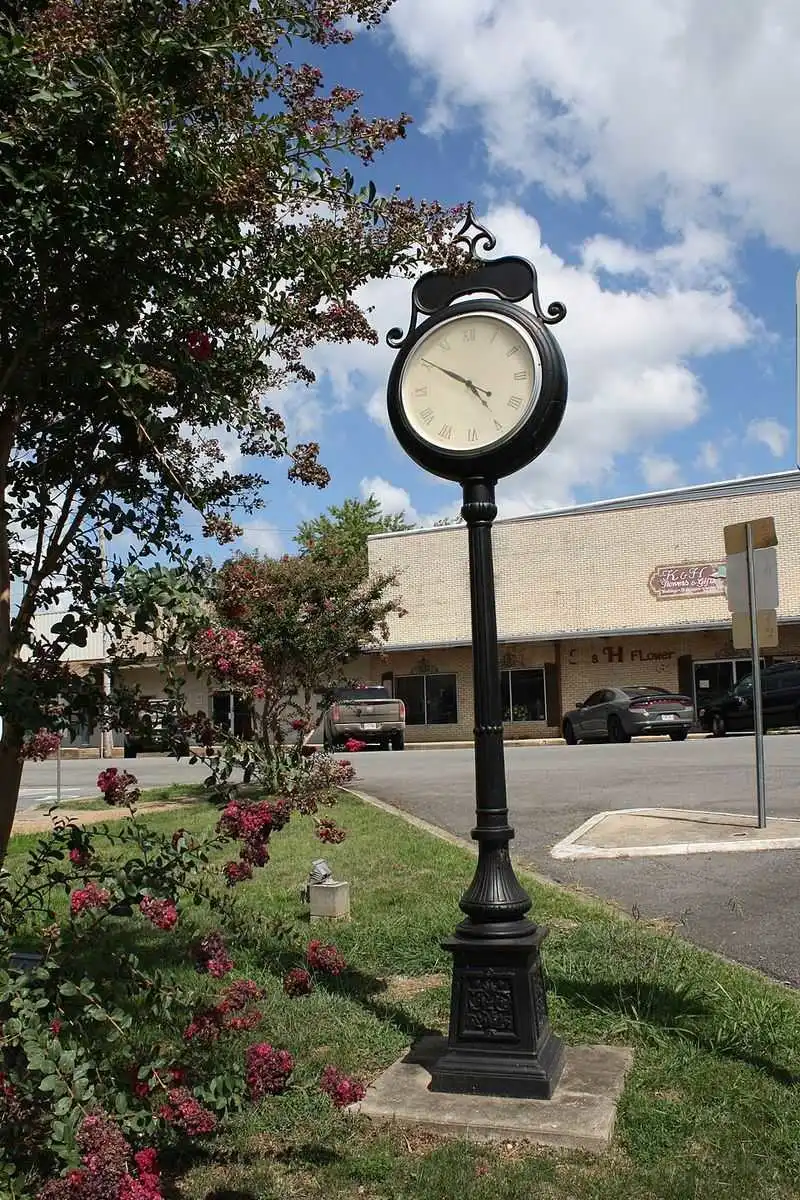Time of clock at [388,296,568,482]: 4:50
